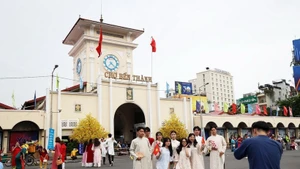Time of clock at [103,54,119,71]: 7:22
